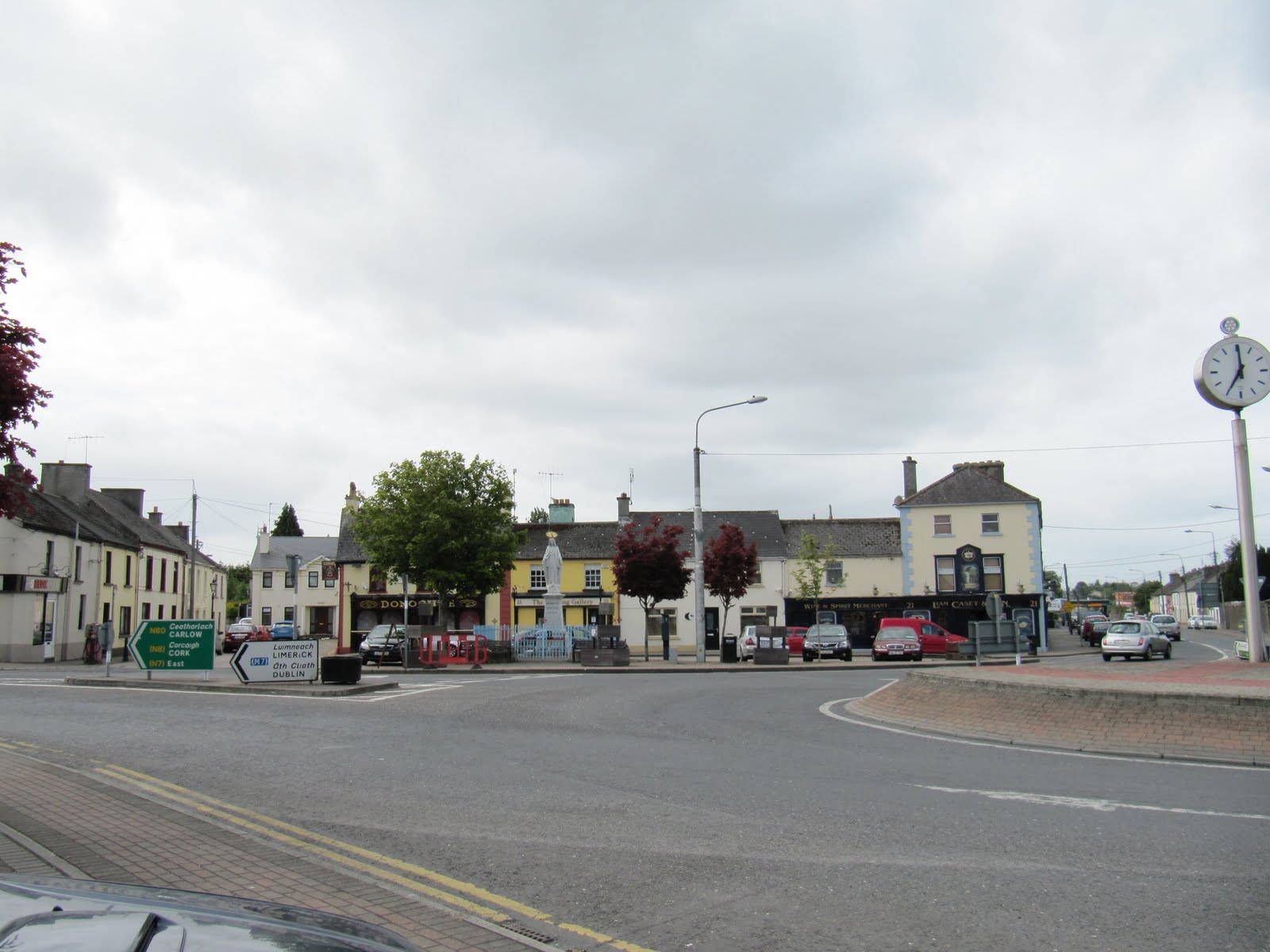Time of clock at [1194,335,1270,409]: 7:00
